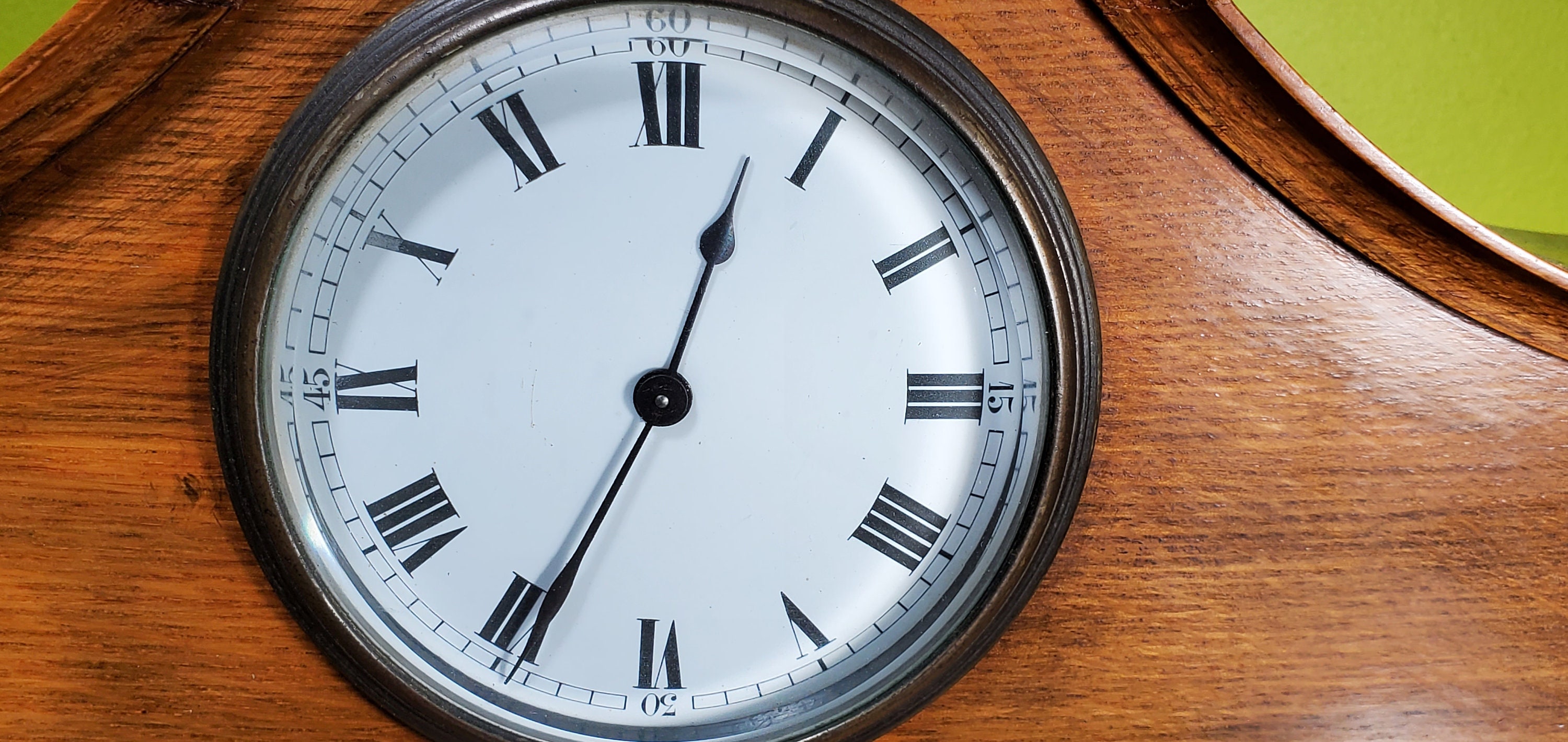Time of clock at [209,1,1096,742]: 12:34
